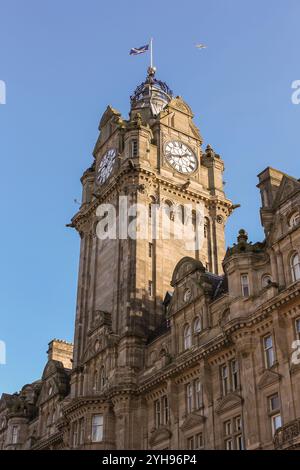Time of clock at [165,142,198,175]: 1:42
